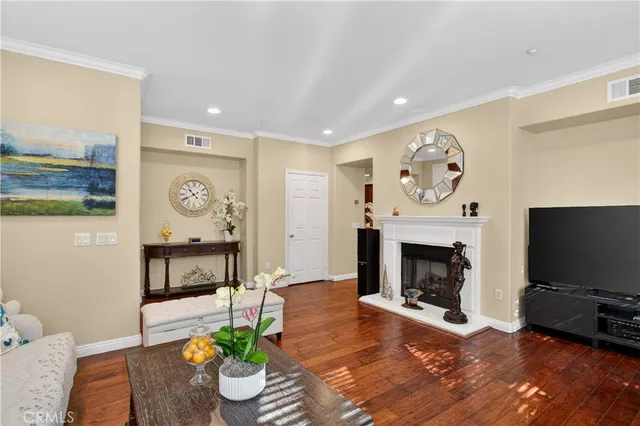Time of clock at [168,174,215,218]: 10:40
